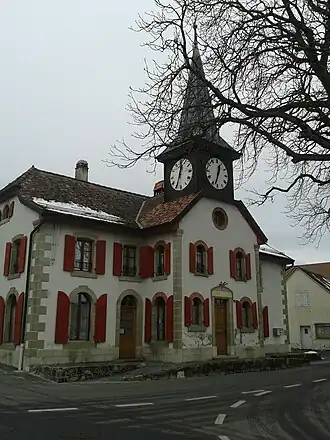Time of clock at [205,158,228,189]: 12:32
